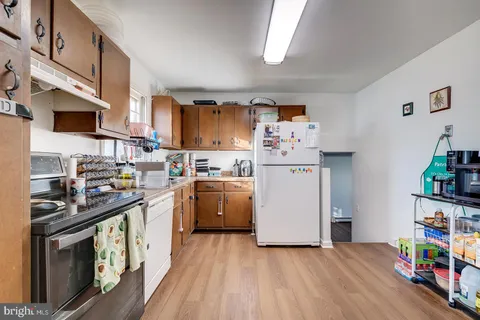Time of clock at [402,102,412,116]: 5:12
